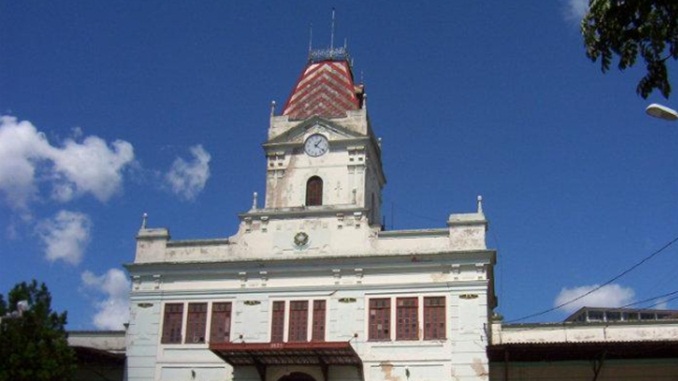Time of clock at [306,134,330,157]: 1:21
